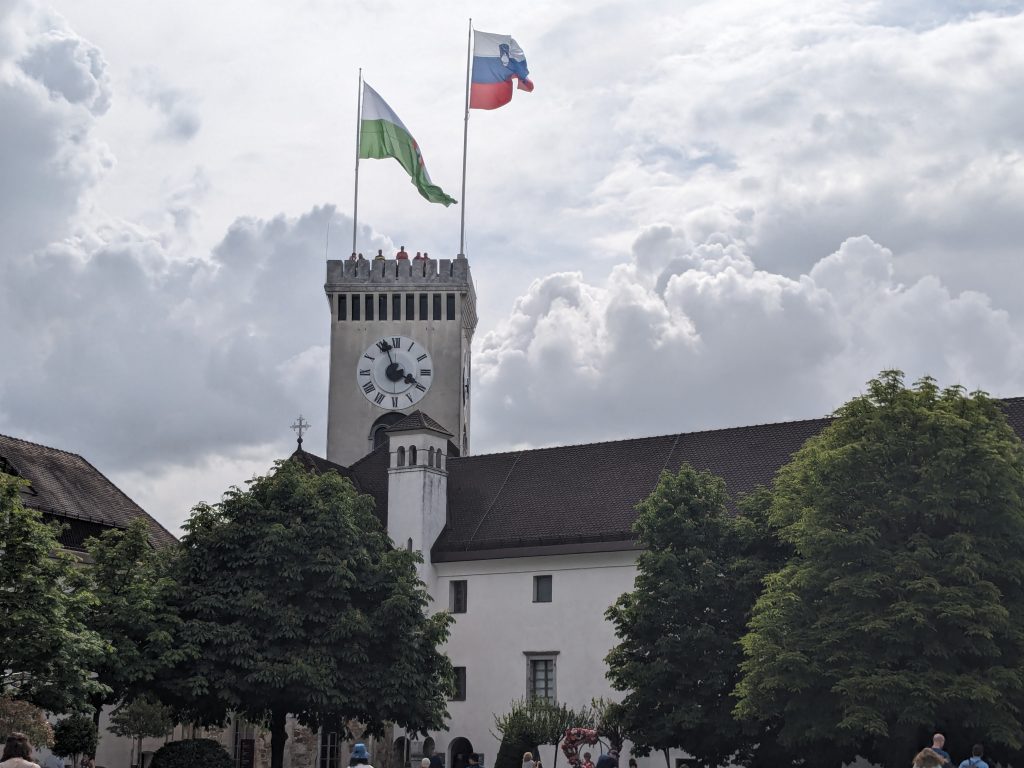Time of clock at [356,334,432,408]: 3:56
